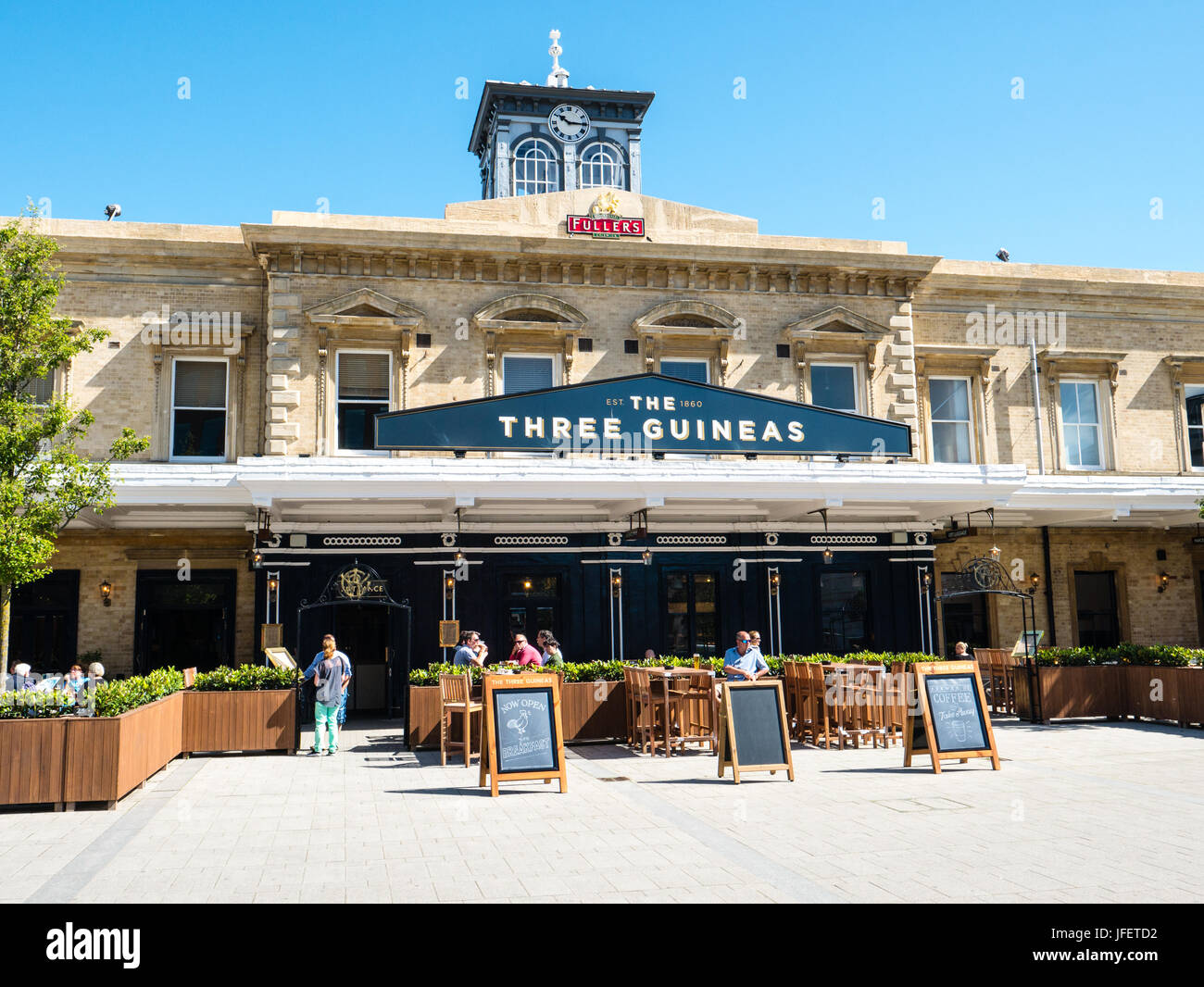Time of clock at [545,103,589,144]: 10:15
